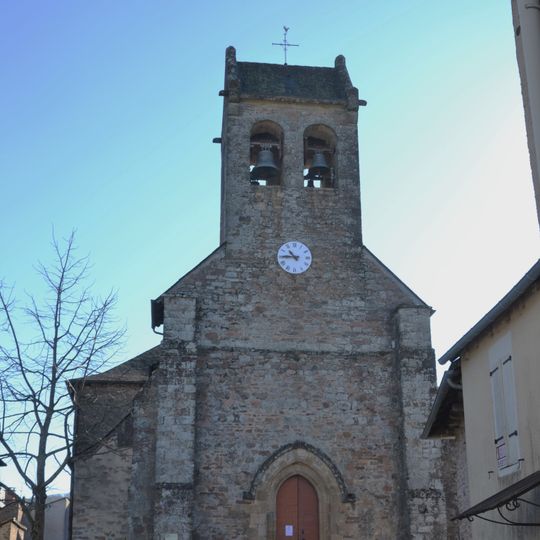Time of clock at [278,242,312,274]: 10:45
